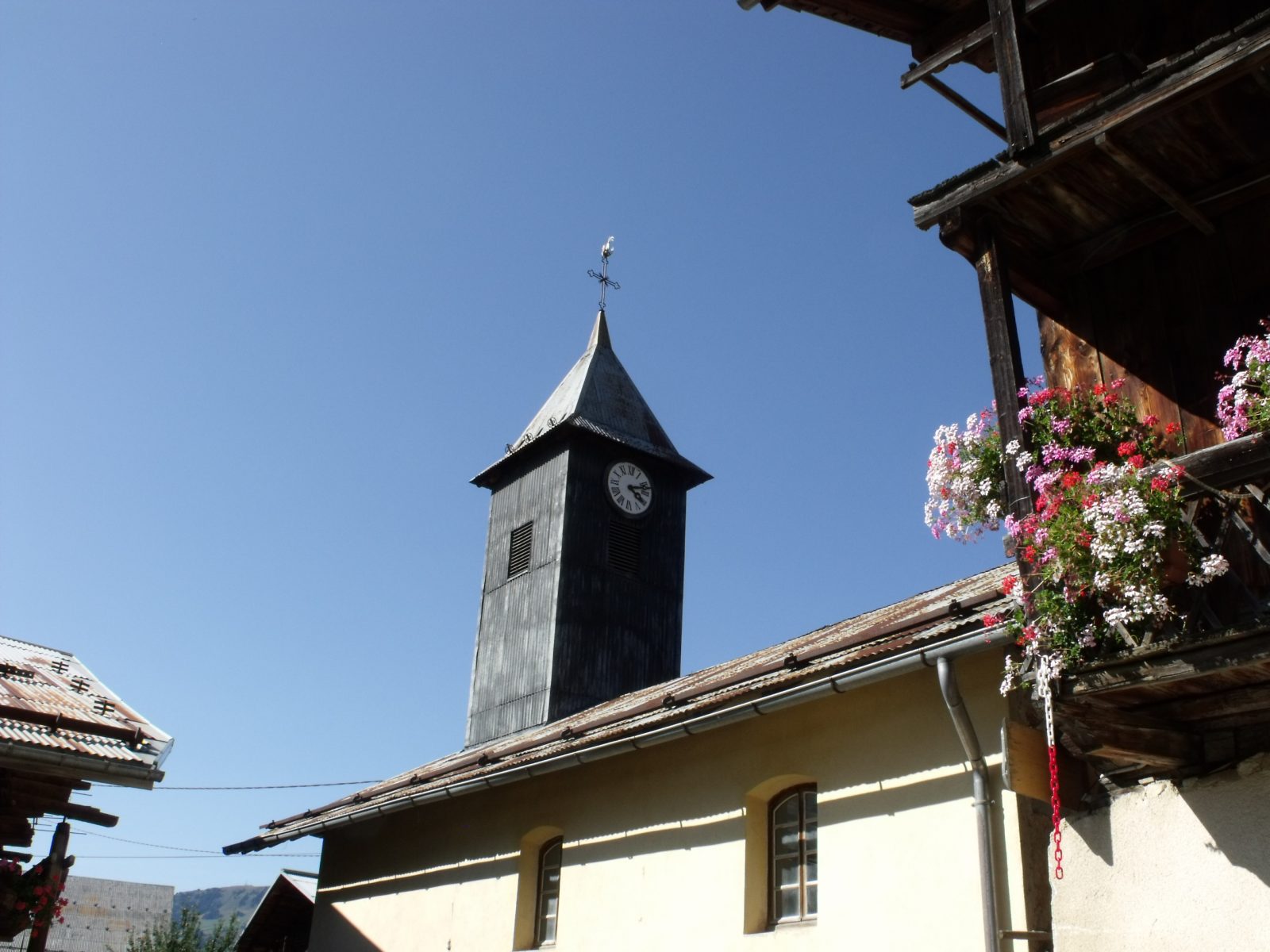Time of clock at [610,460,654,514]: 4:12
